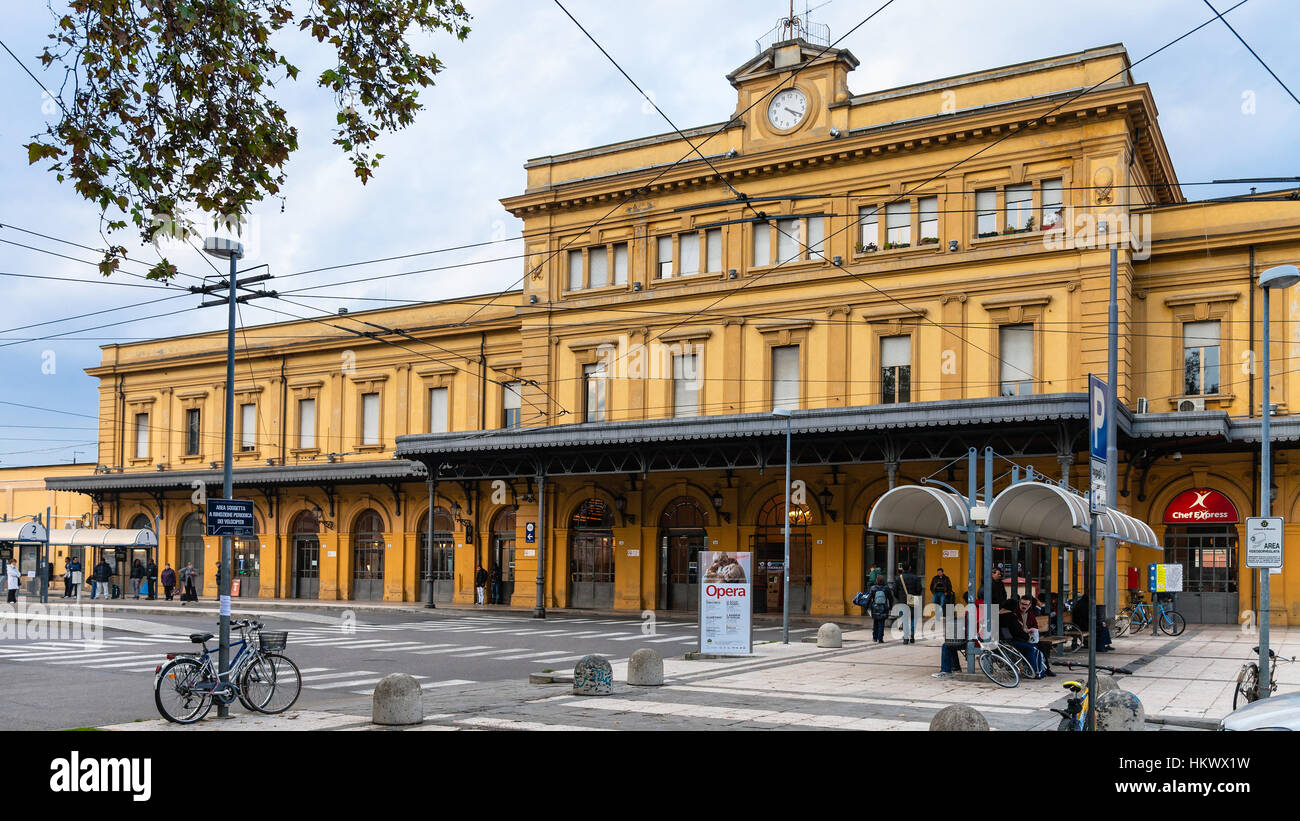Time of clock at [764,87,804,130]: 4:19
